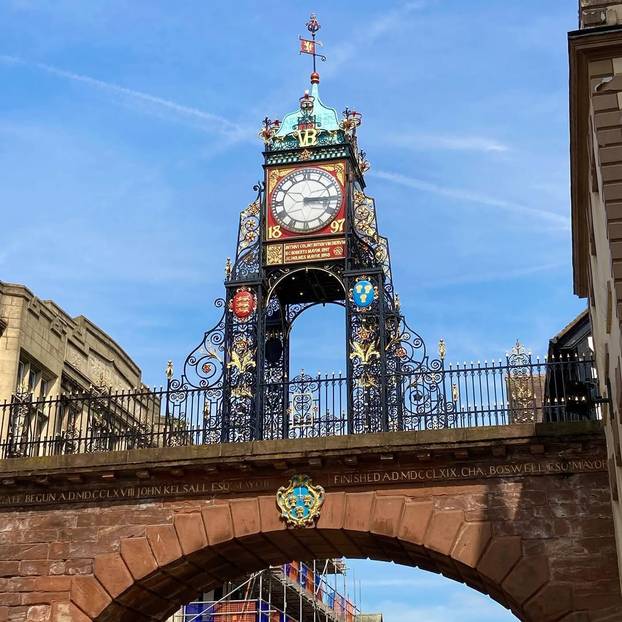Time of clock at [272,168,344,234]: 3:15
